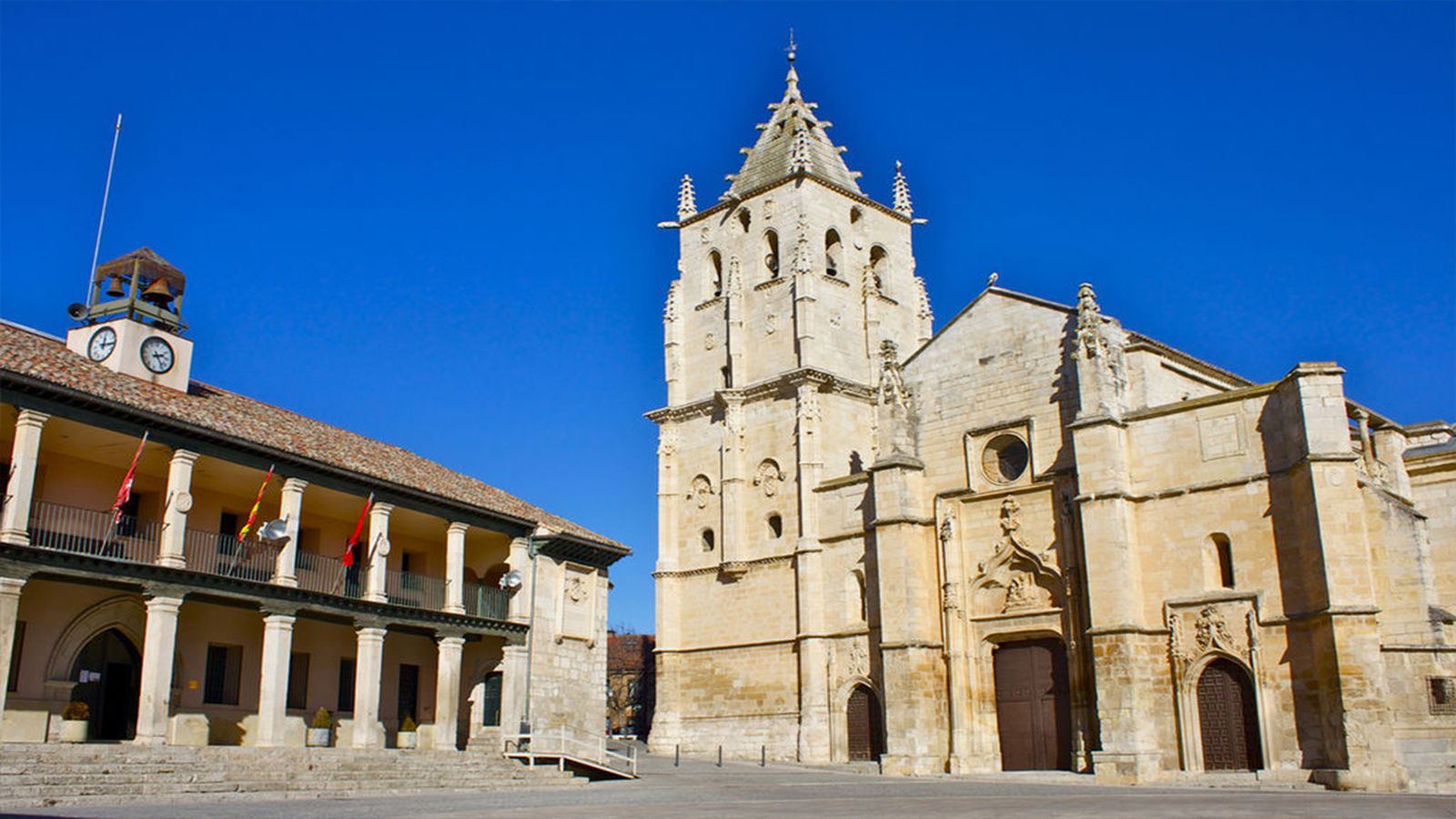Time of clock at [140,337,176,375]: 2:23
